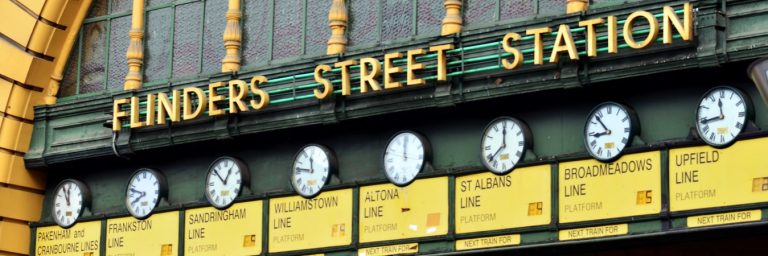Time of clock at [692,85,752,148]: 11:43
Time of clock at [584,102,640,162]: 8:53
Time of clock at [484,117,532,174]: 12:00
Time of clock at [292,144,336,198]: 11:46
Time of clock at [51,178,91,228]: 11:55
